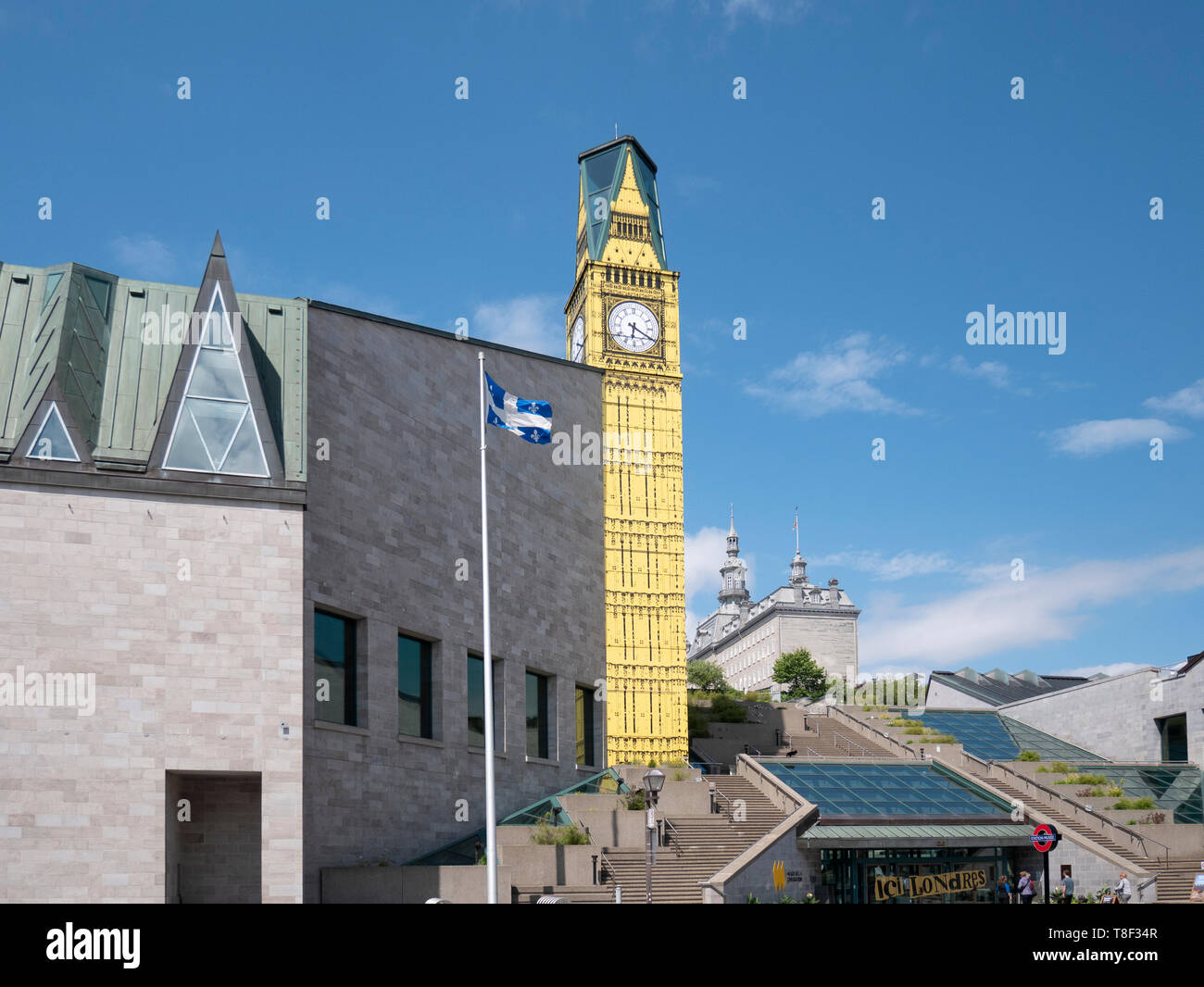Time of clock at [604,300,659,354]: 6:19
